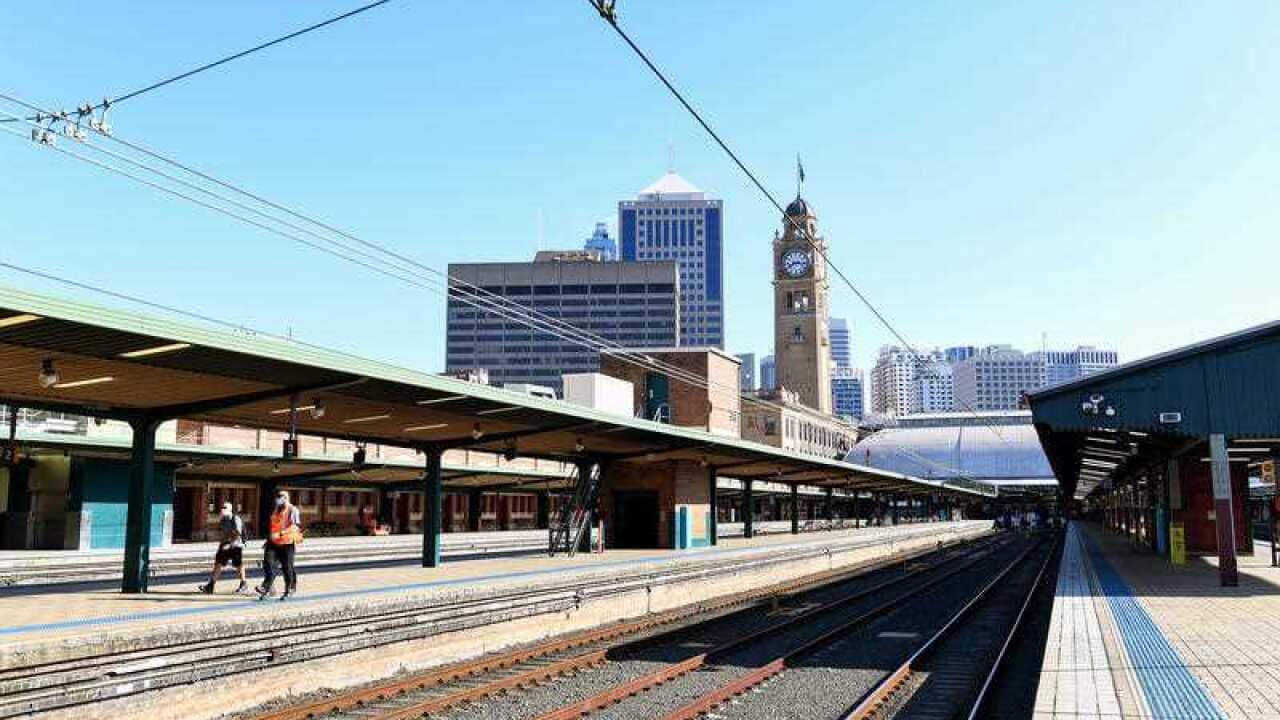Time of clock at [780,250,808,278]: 8:16
